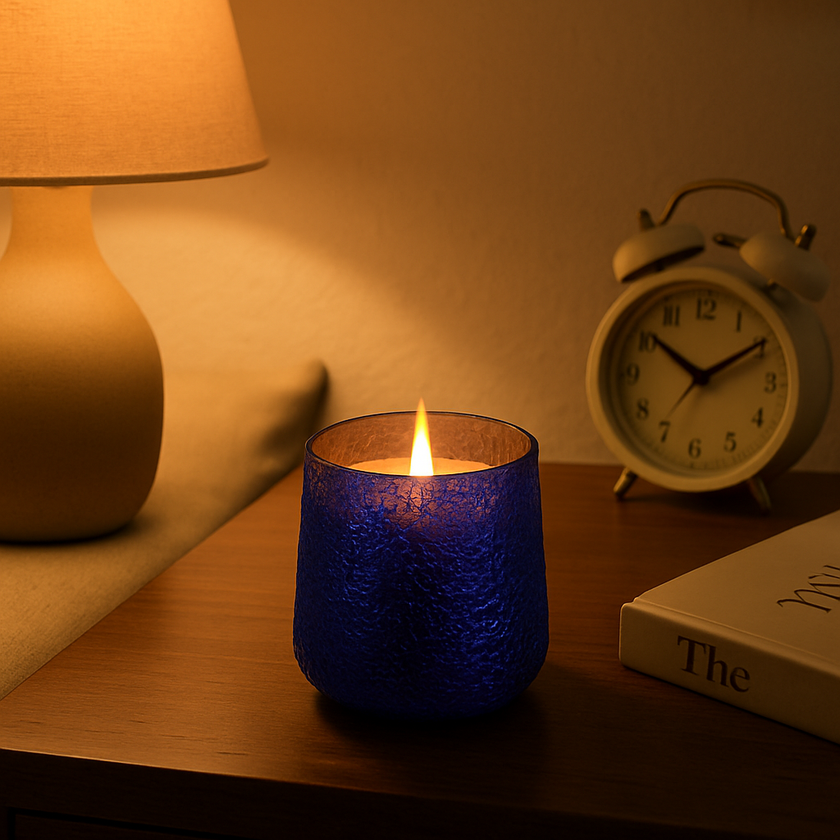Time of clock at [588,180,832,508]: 10:09
